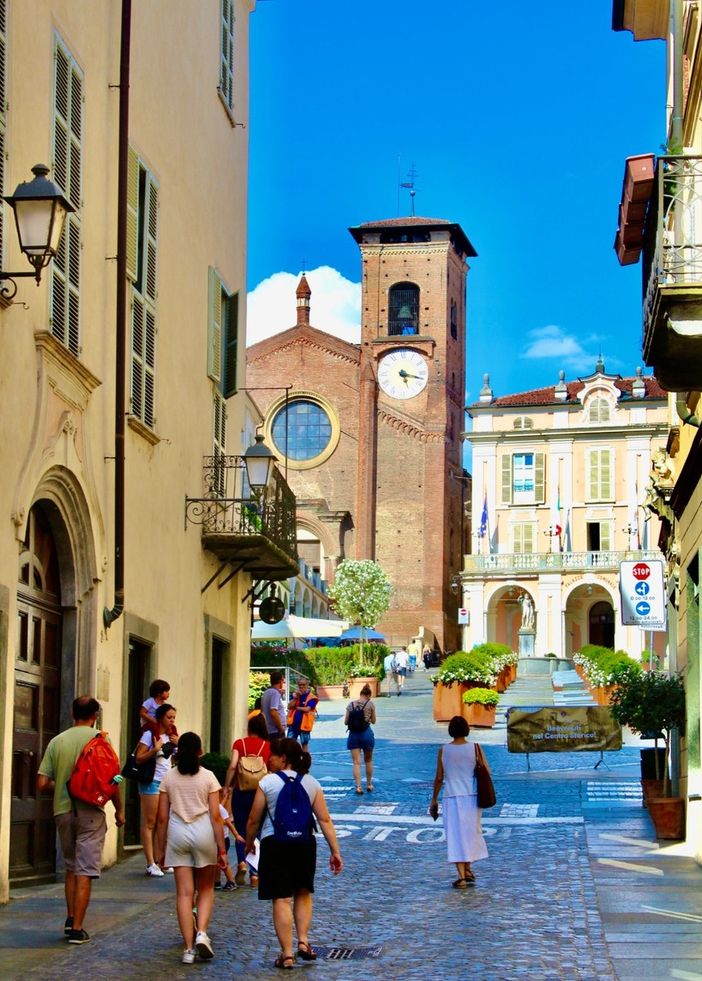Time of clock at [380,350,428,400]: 5:17
